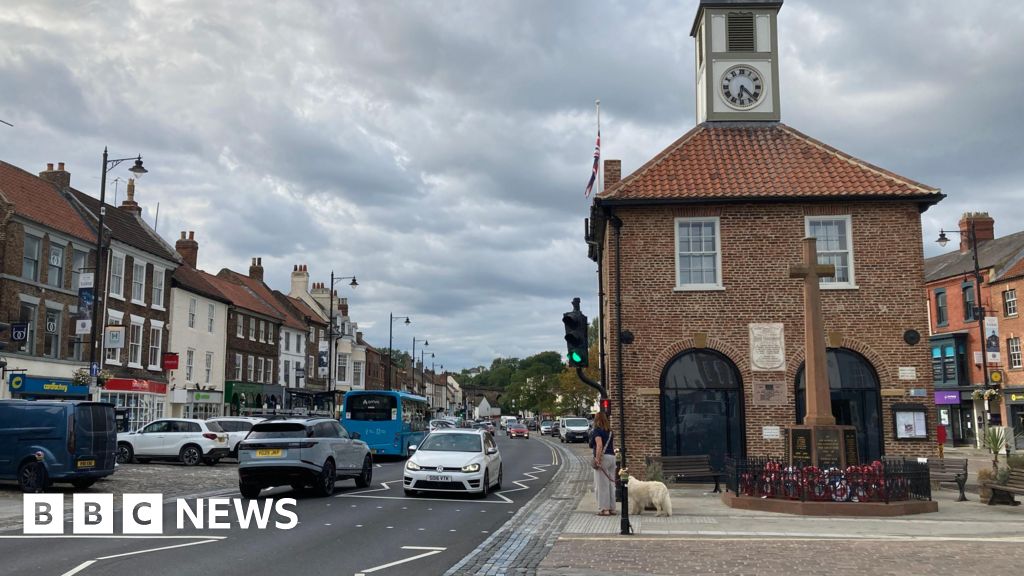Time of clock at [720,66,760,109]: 6:22
